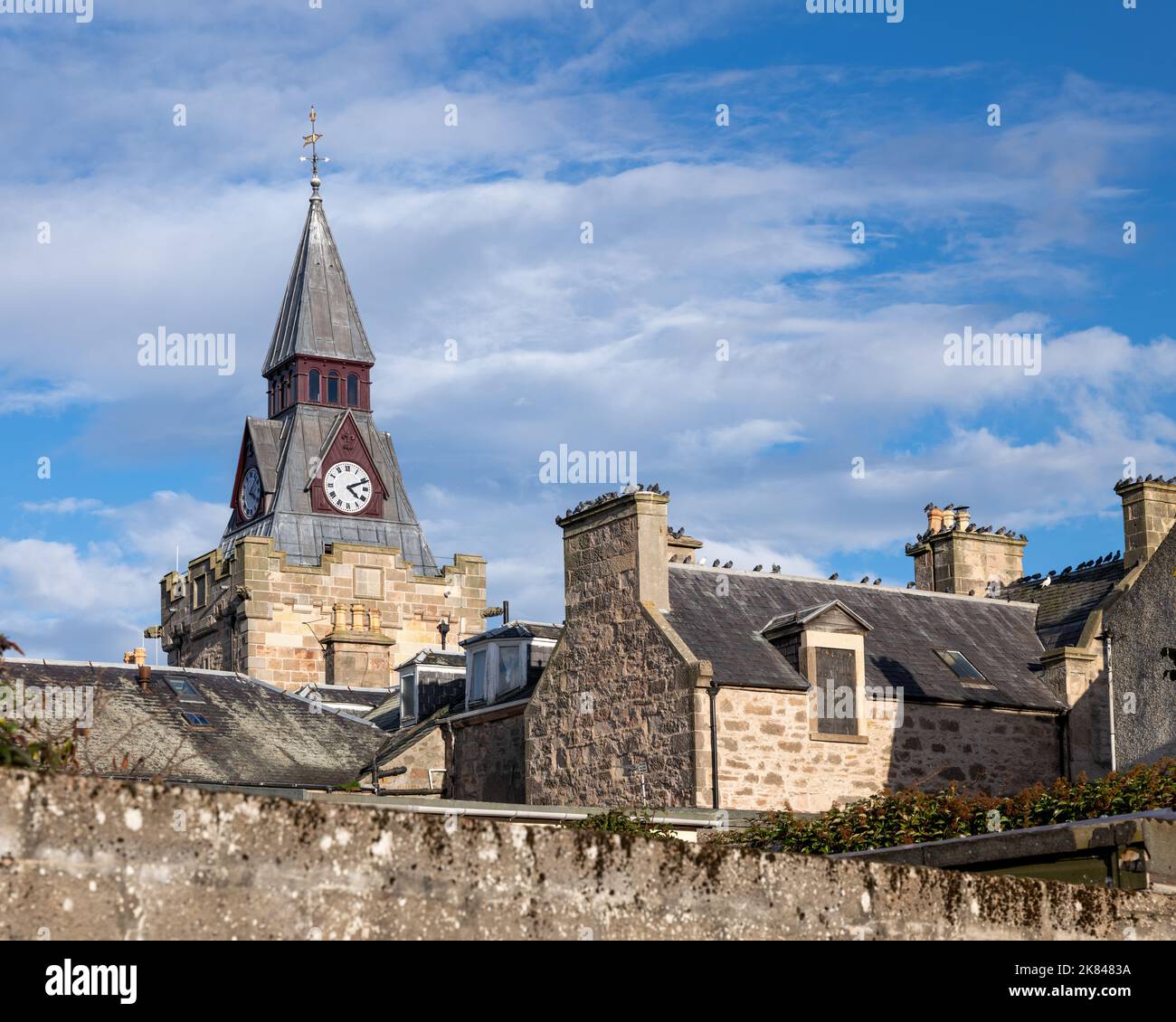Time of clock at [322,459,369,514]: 4:11
